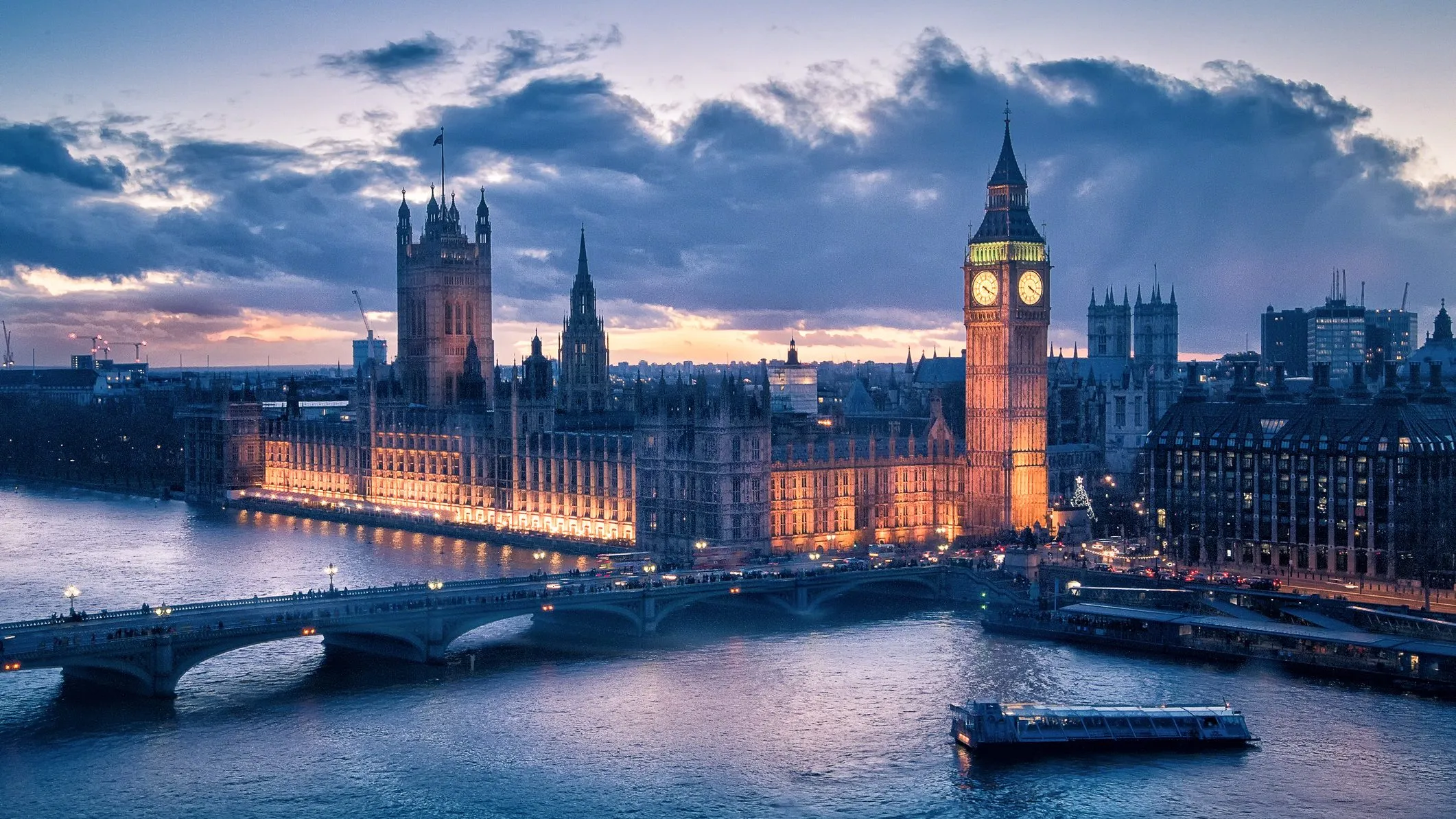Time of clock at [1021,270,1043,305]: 4:19
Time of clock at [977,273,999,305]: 4:19
